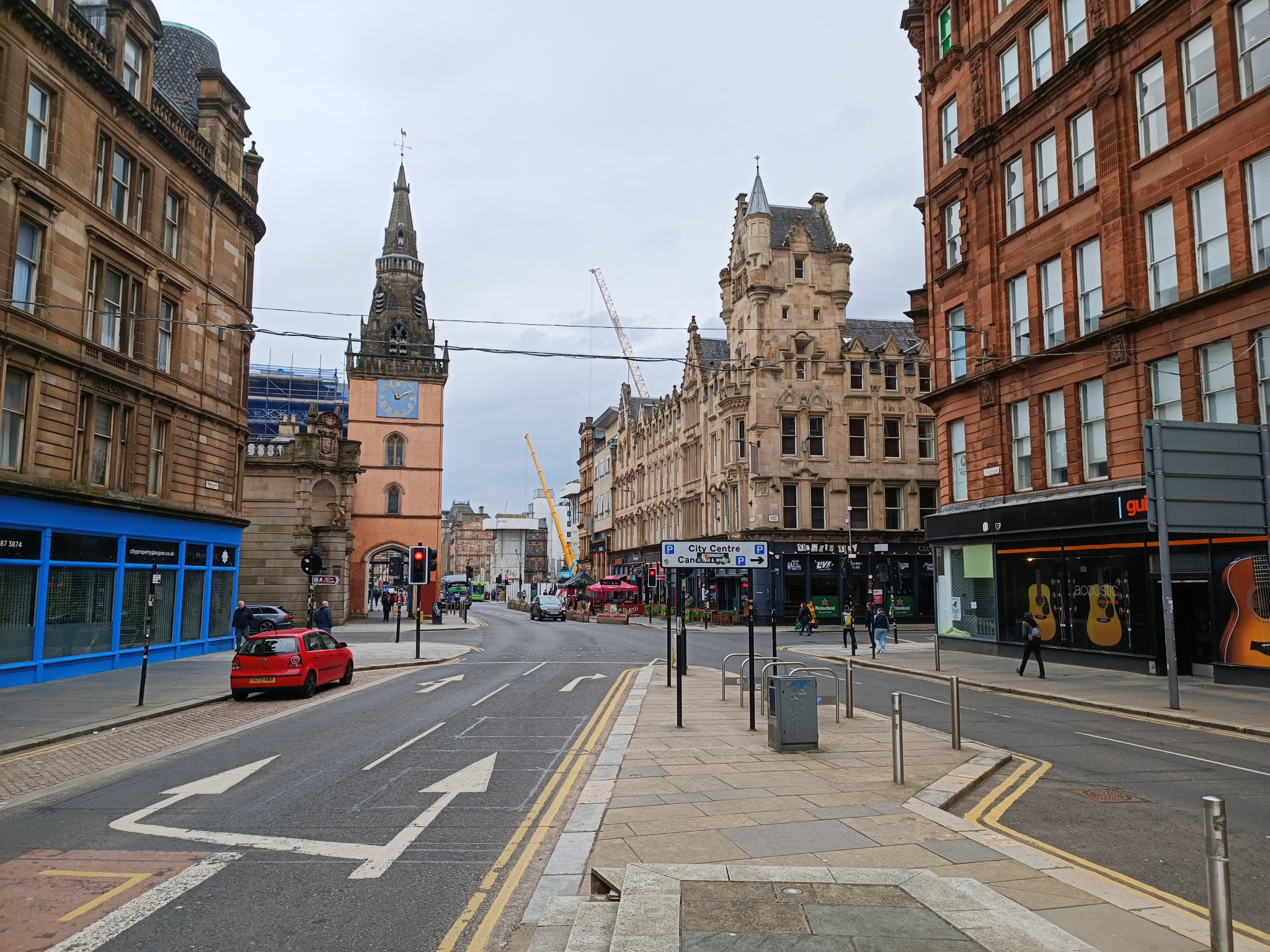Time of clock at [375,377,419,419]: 1:56
